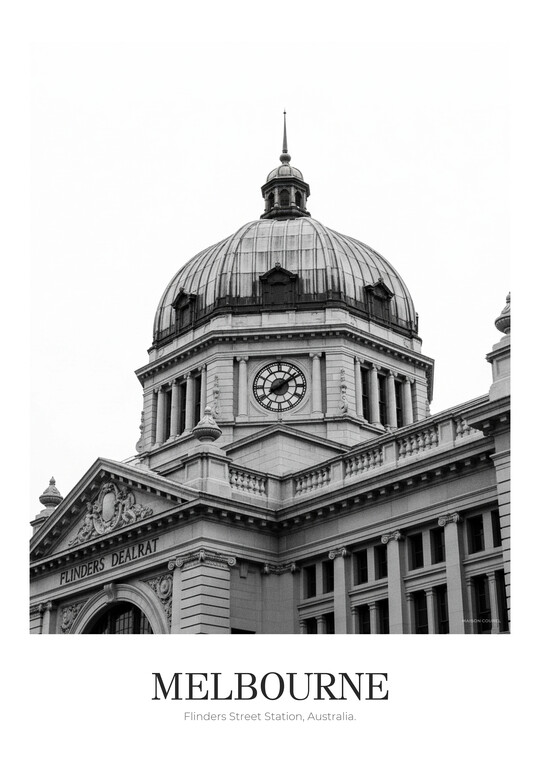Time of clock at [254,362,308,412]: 8:09
